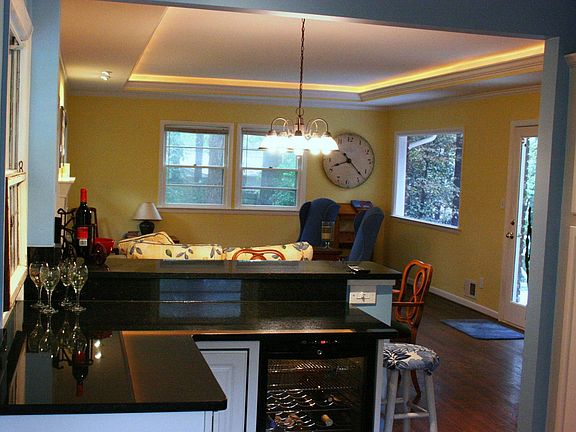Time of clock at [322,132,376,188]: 8:22
